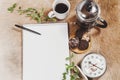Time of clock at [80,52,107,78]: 10:20
